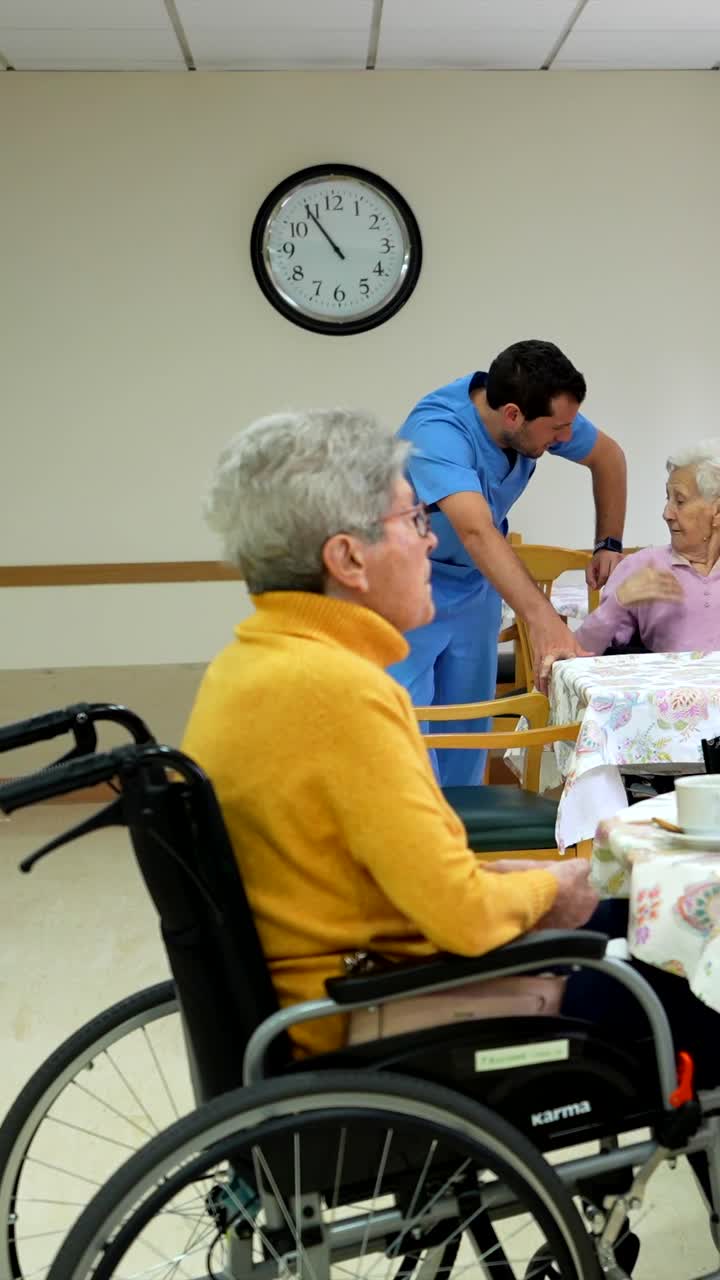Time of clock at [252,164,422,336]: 10:54
